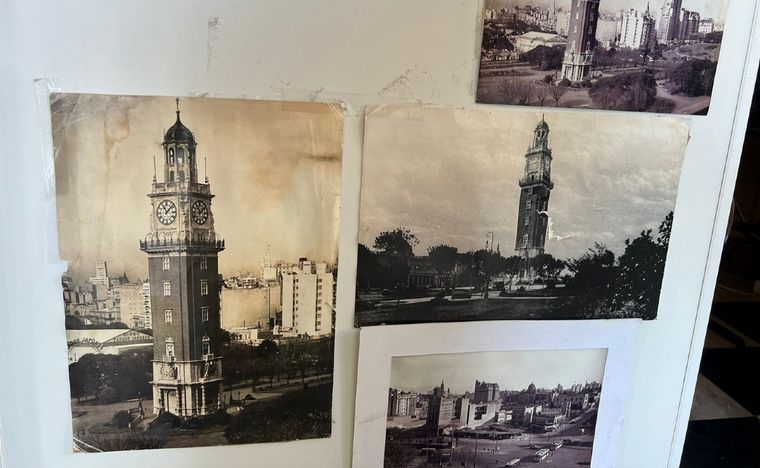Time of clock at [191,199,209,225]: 11:07
